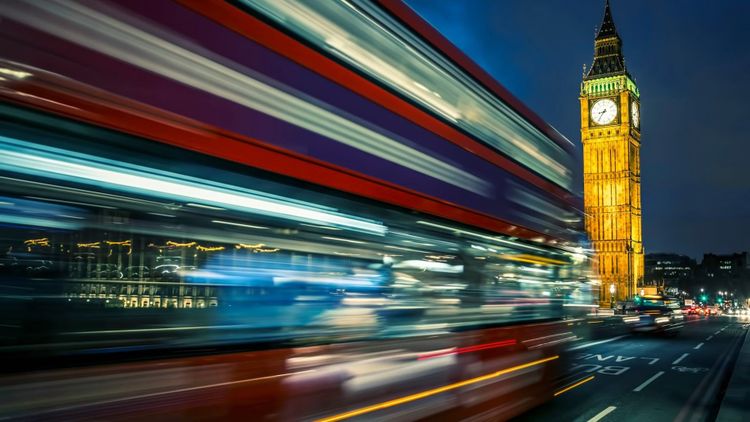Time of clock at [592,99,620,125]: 8:36
